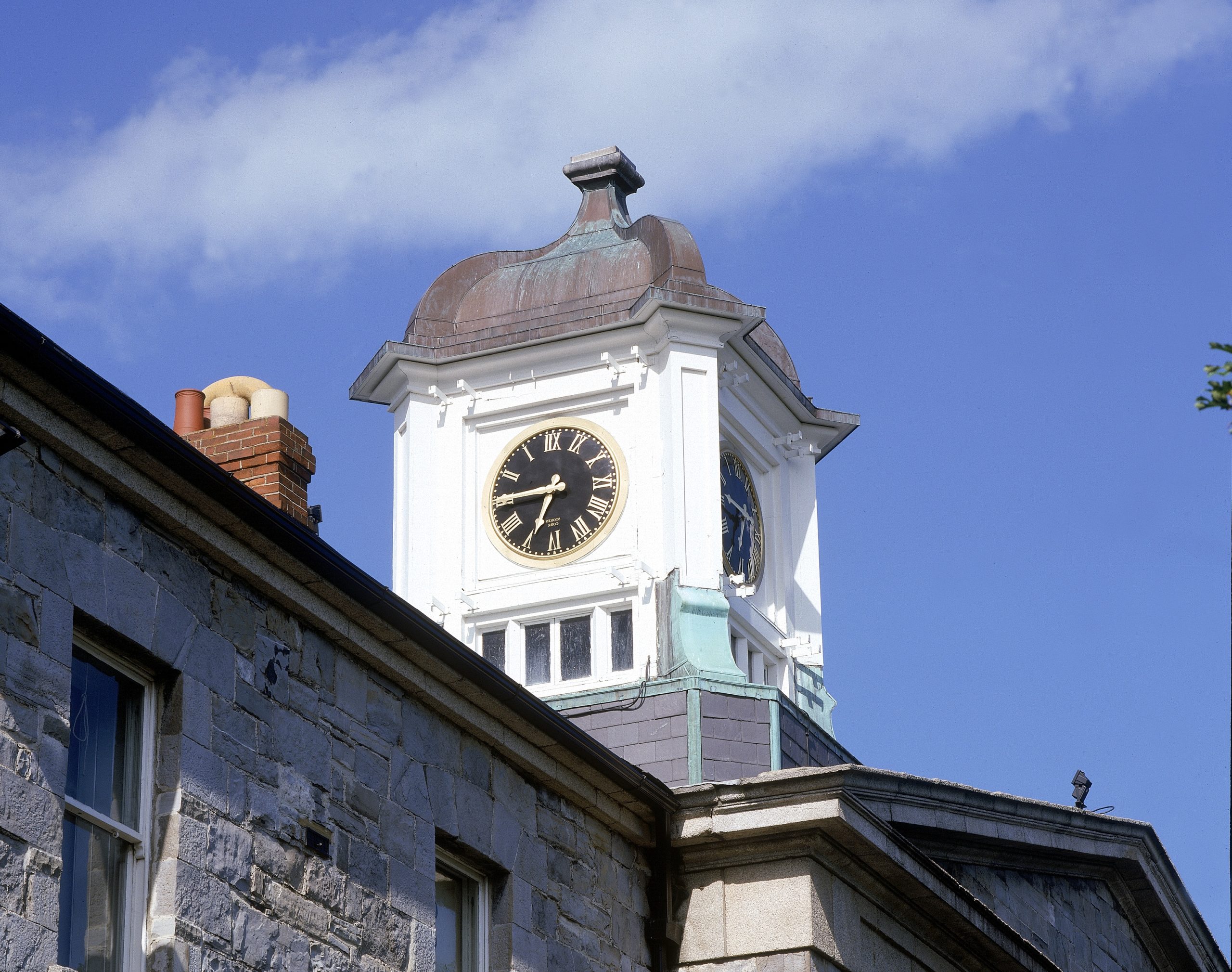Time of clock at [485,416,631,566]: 6:45
